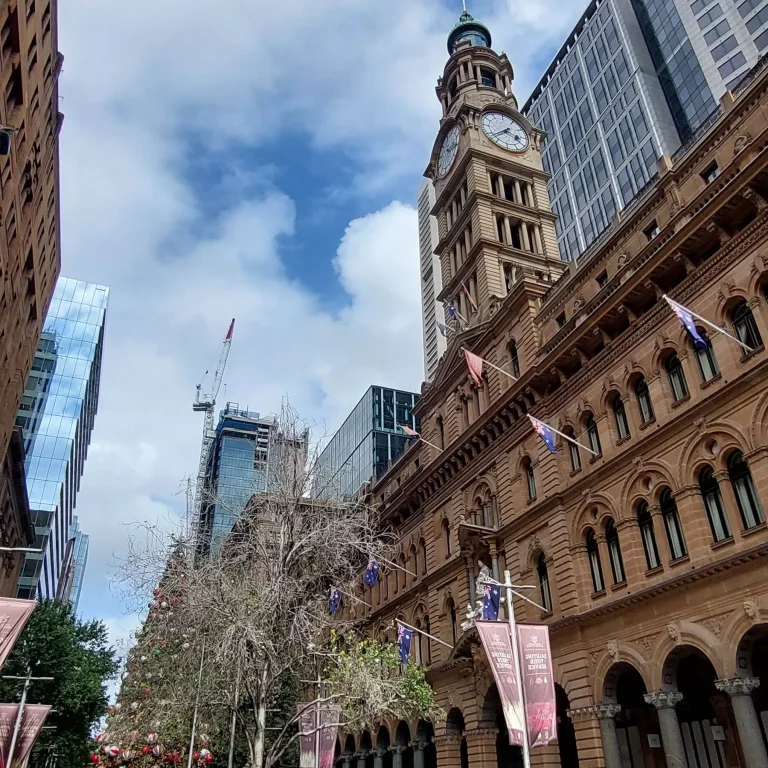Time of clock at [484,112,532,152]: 3:38
